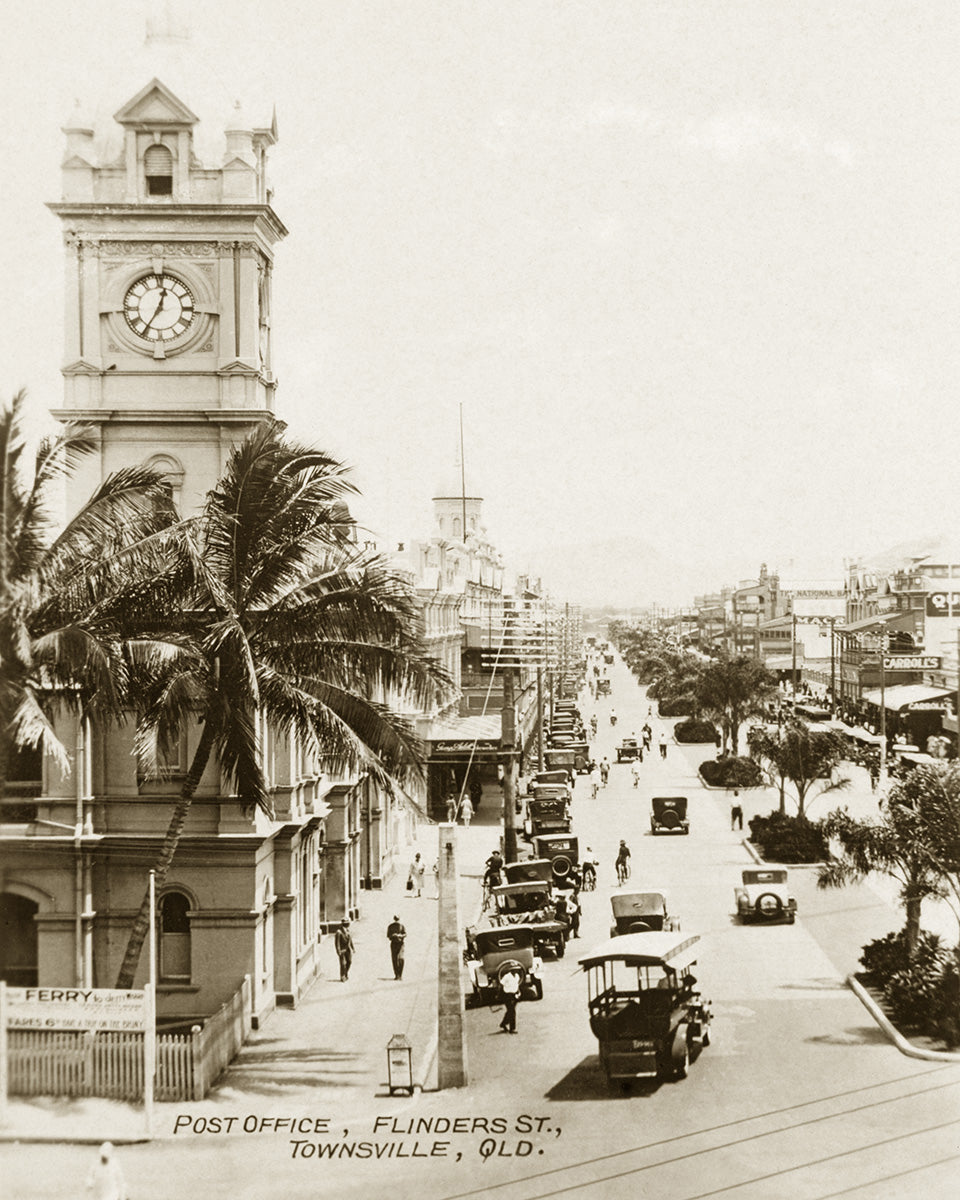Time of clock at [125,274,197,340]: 12:35
